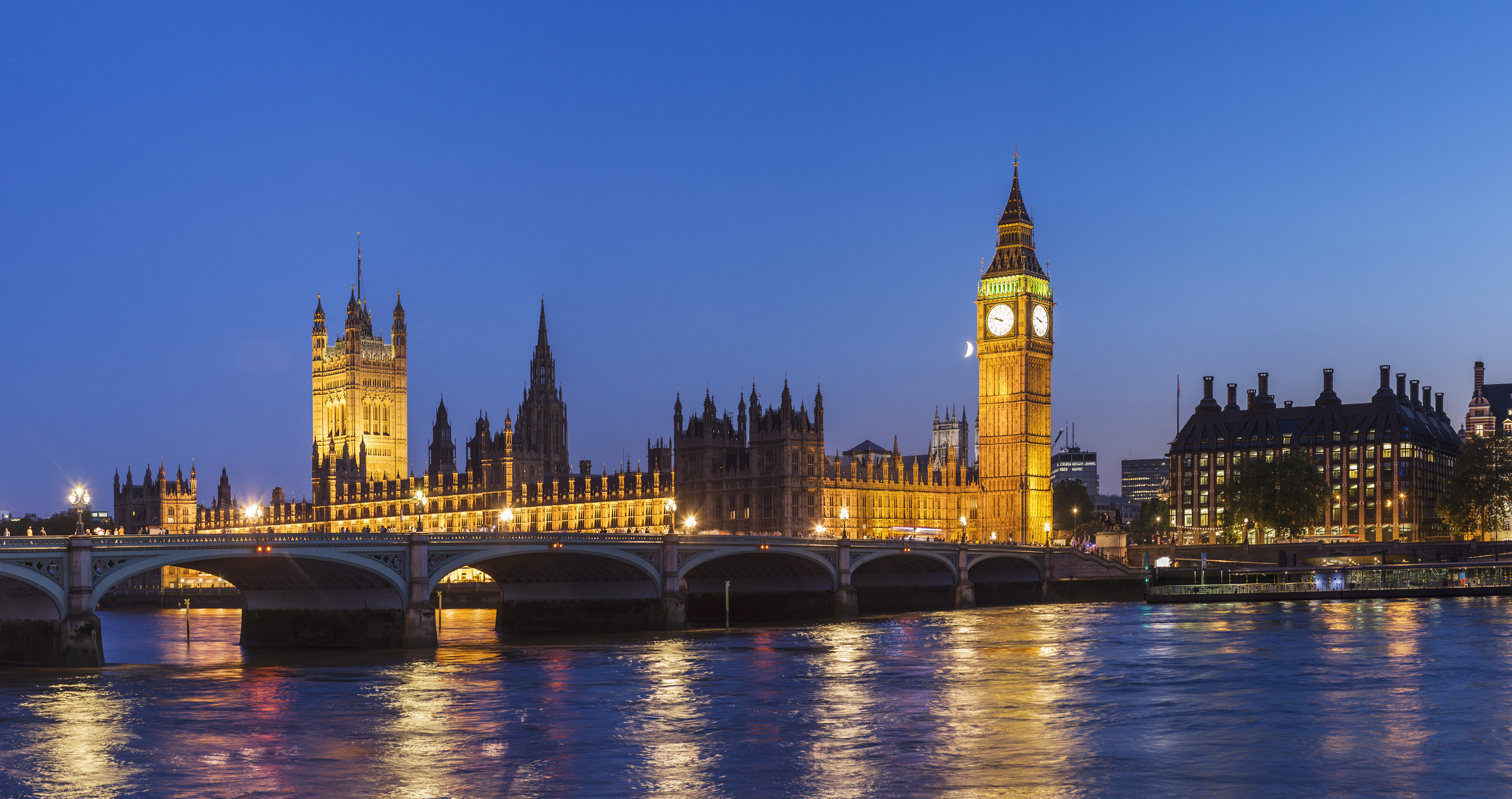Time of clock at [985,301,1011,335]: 9:47
